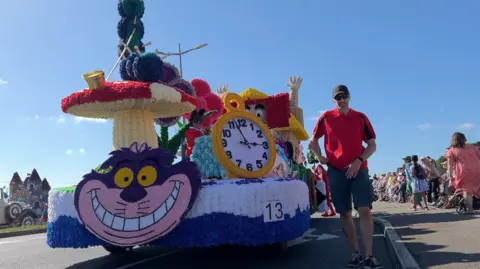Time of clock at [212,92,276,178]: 2:56
